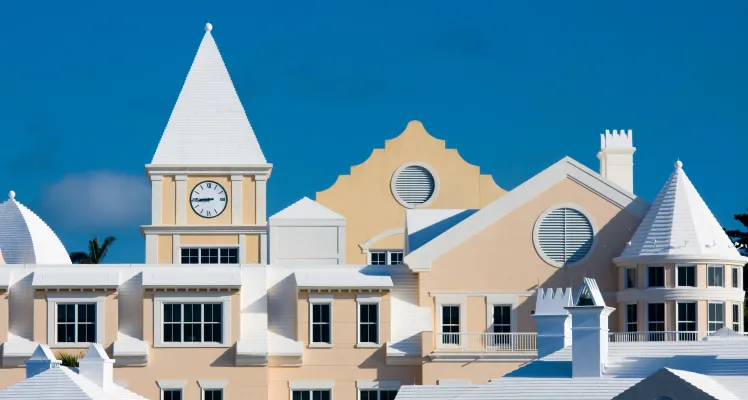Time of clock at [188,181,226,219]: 8:44
